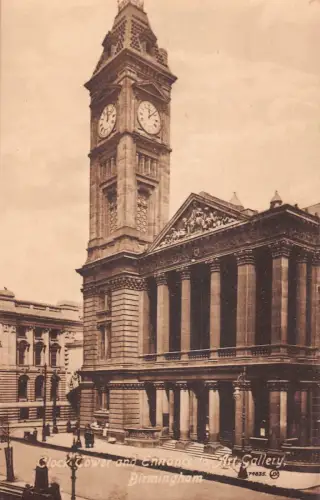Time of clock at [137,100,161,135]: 12:07
